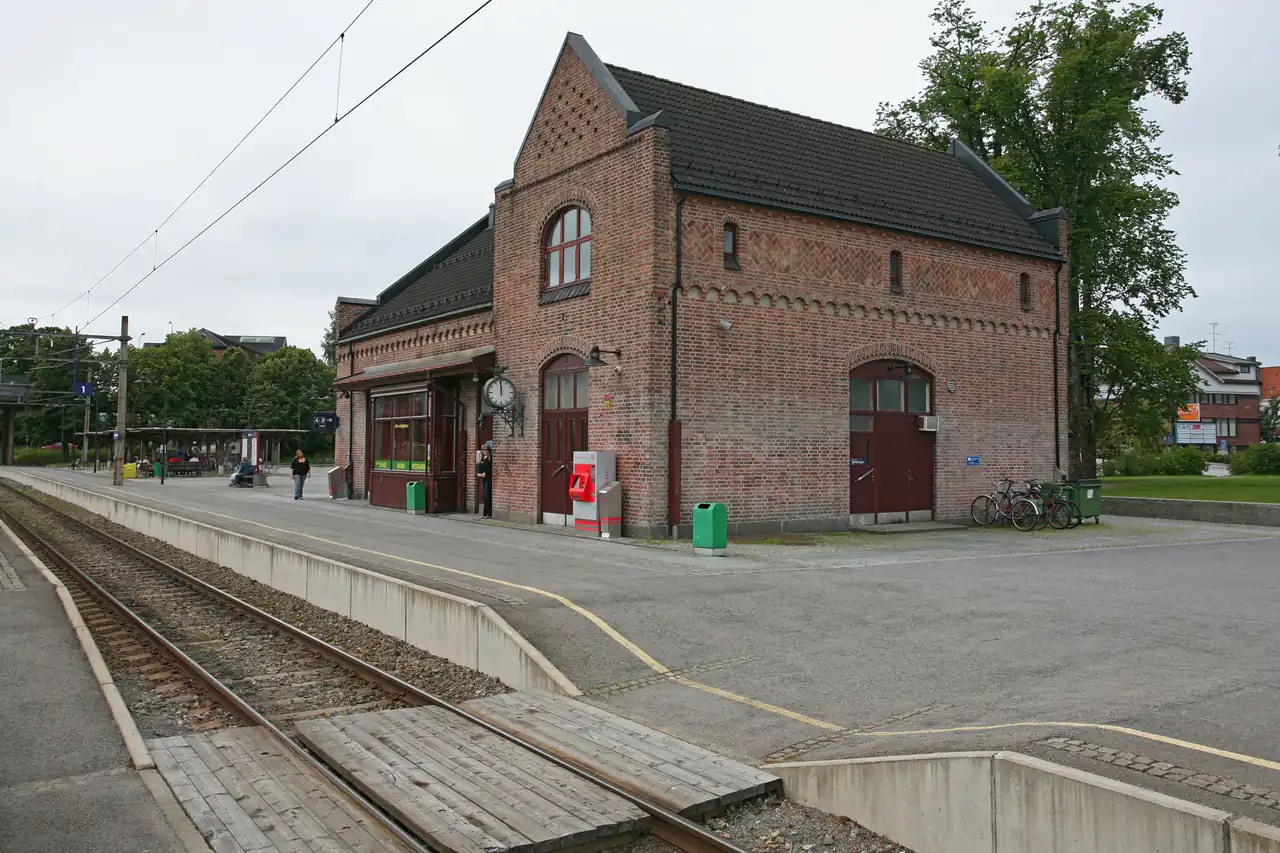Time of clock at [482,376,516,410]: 11:59
